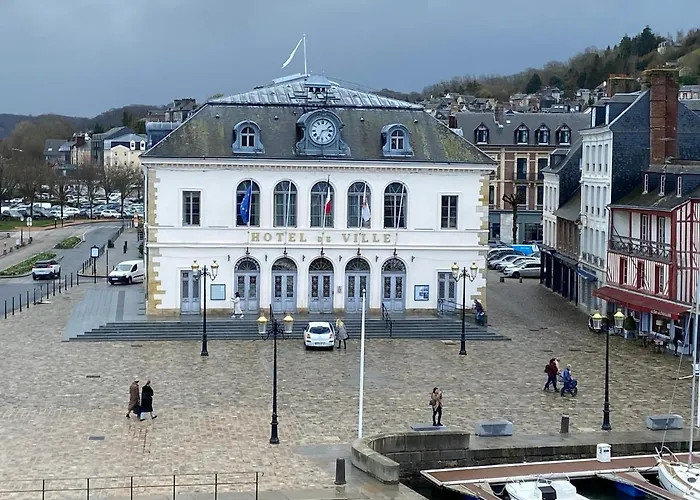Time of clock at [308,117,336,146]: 2:33
